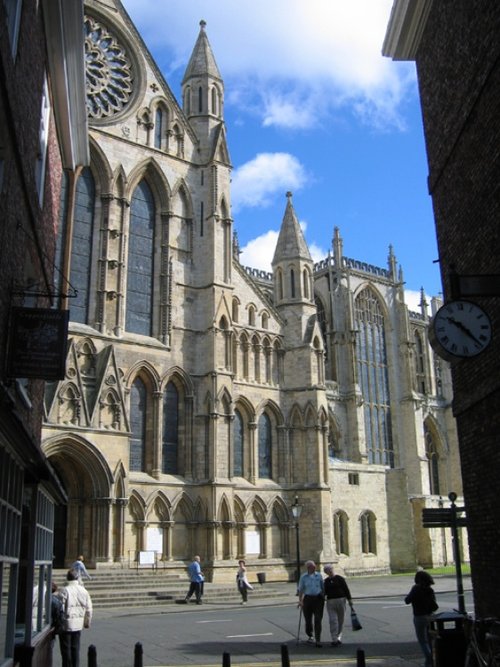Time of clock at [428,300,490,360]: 10:23
